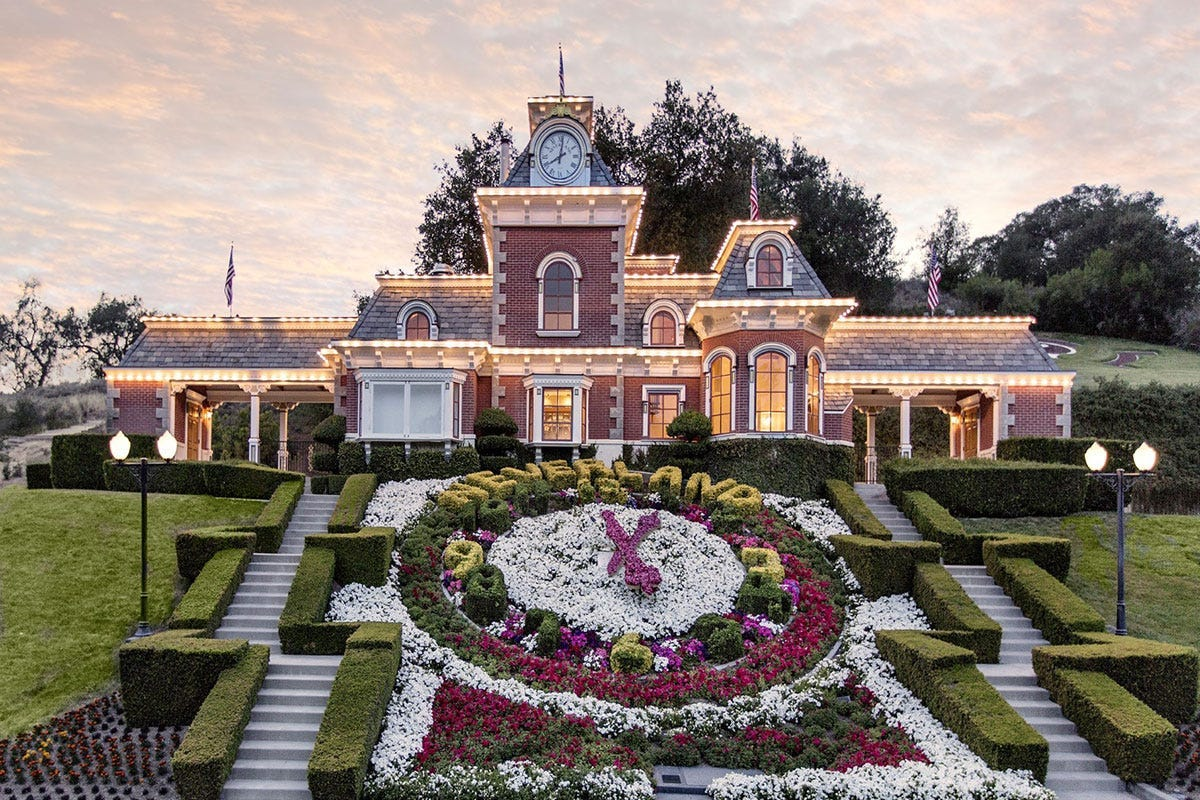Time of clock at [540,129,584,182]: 8:01
